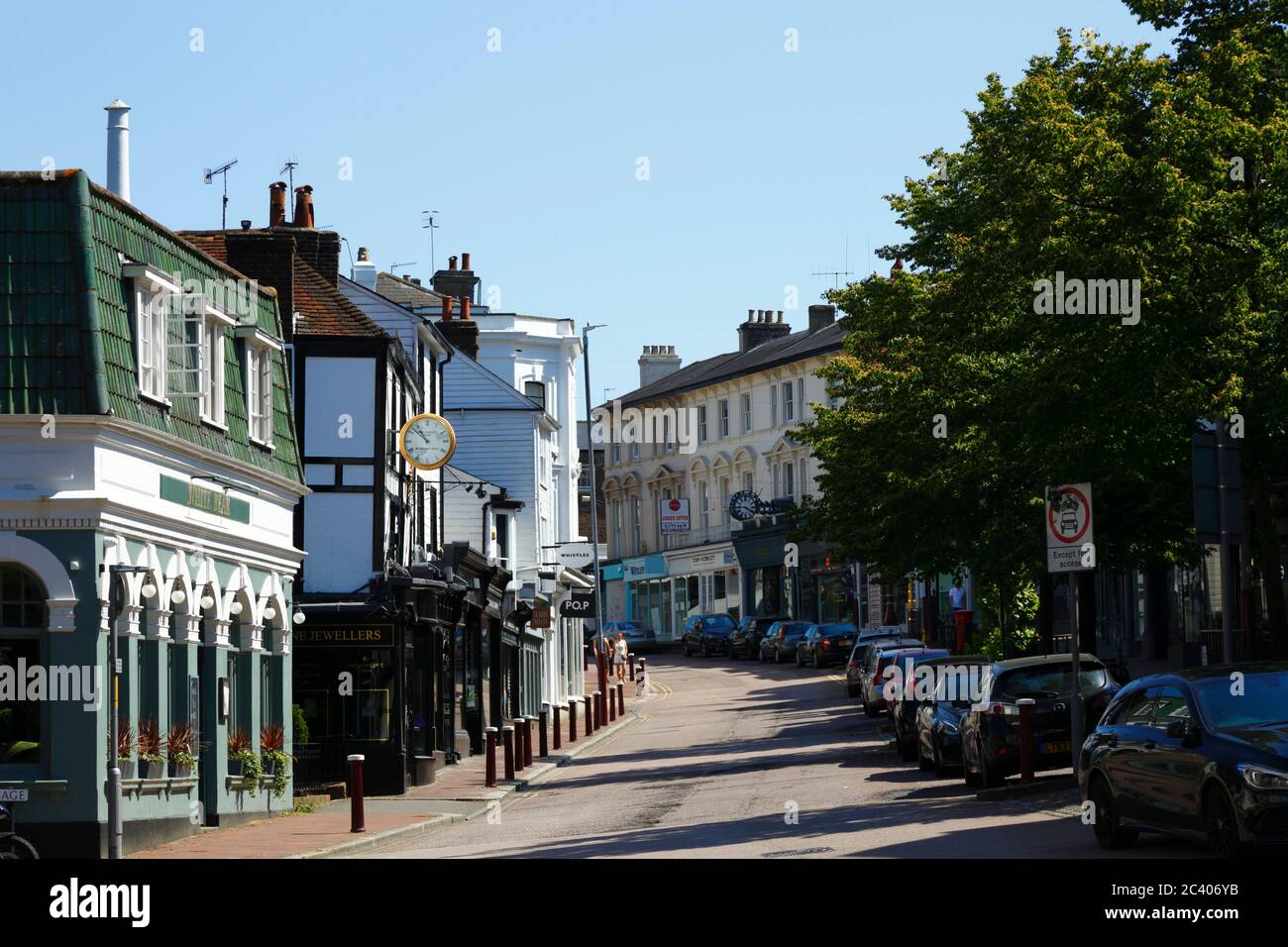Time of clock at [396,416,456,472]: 10:52
